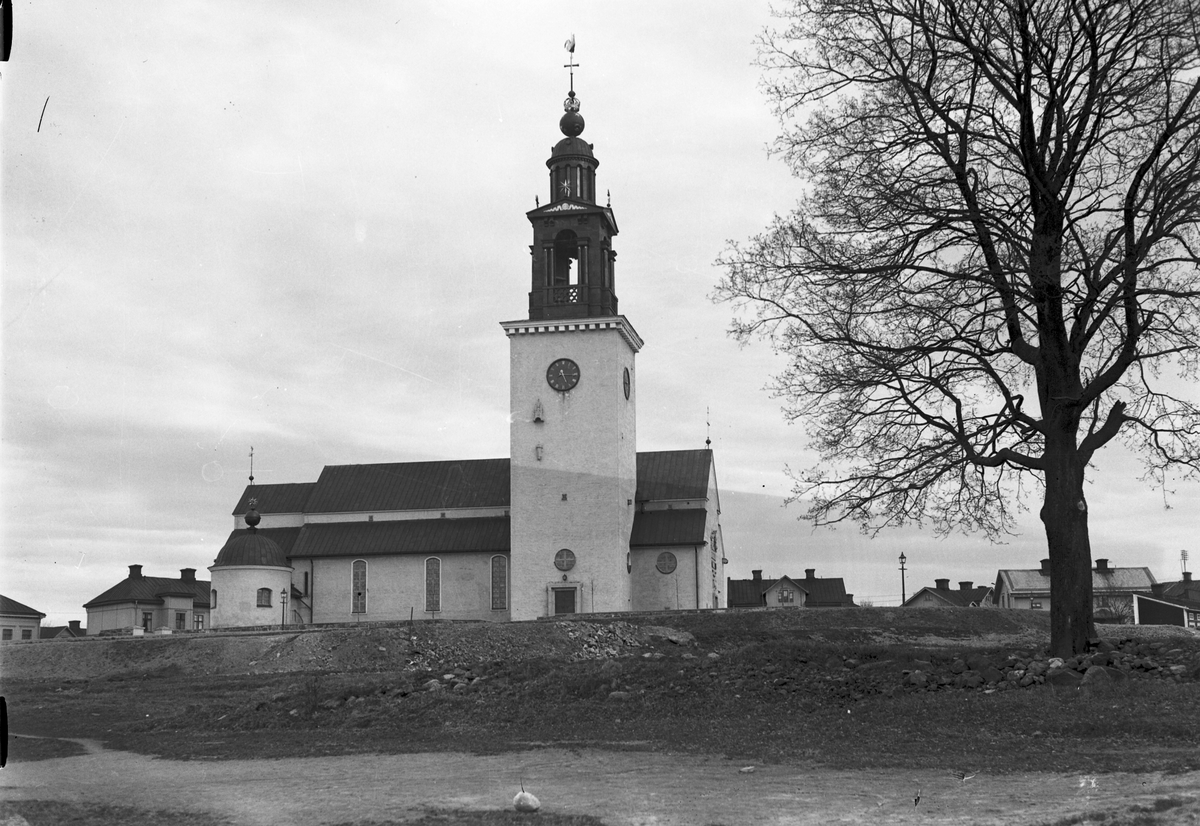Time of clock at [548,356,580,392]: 5:15
